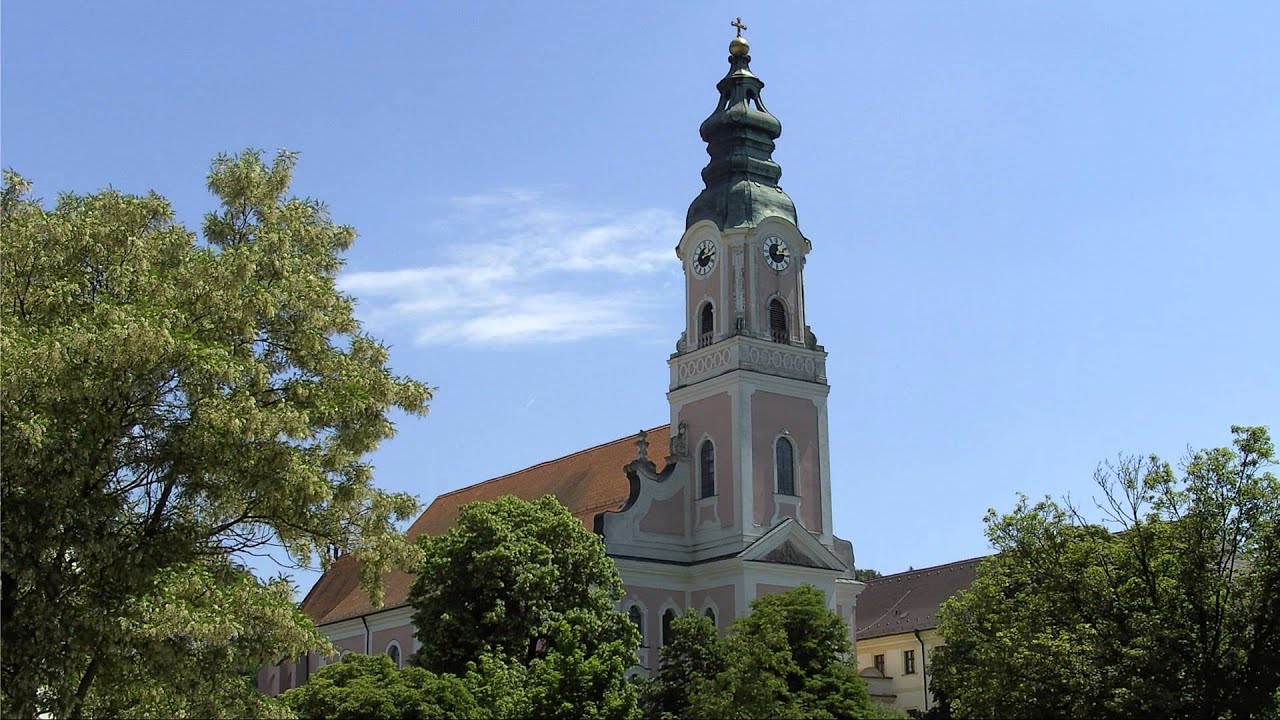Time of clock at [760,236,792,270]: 12:14
